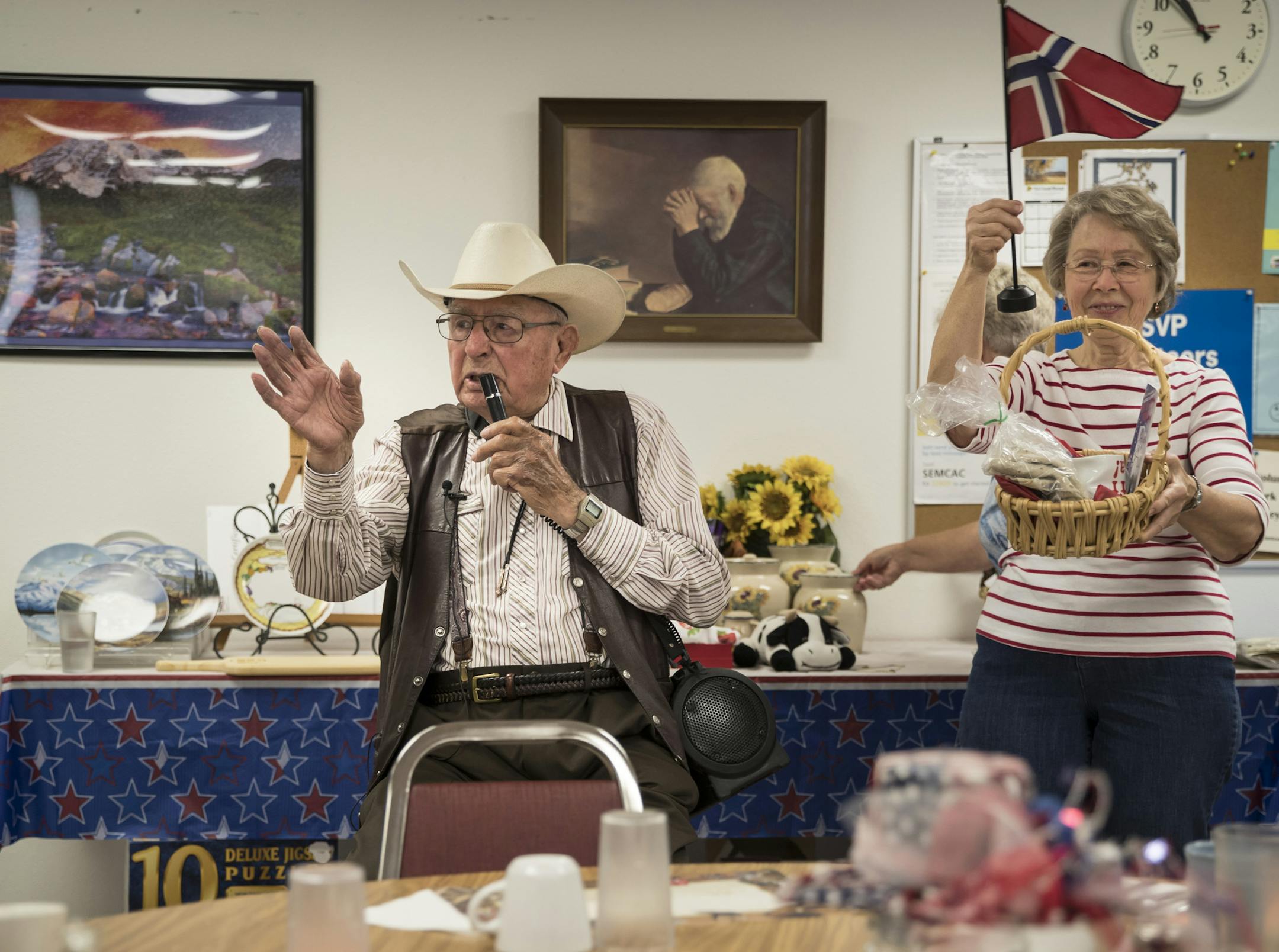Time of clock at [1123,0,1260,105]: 10:52
